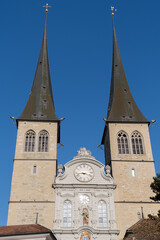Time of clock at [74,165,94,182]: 3:43
